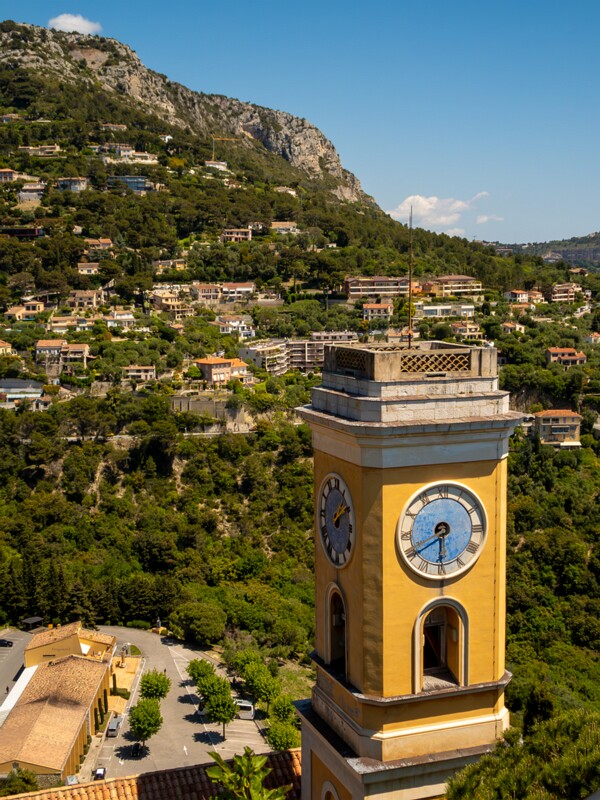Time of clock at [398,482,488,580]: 5:40
